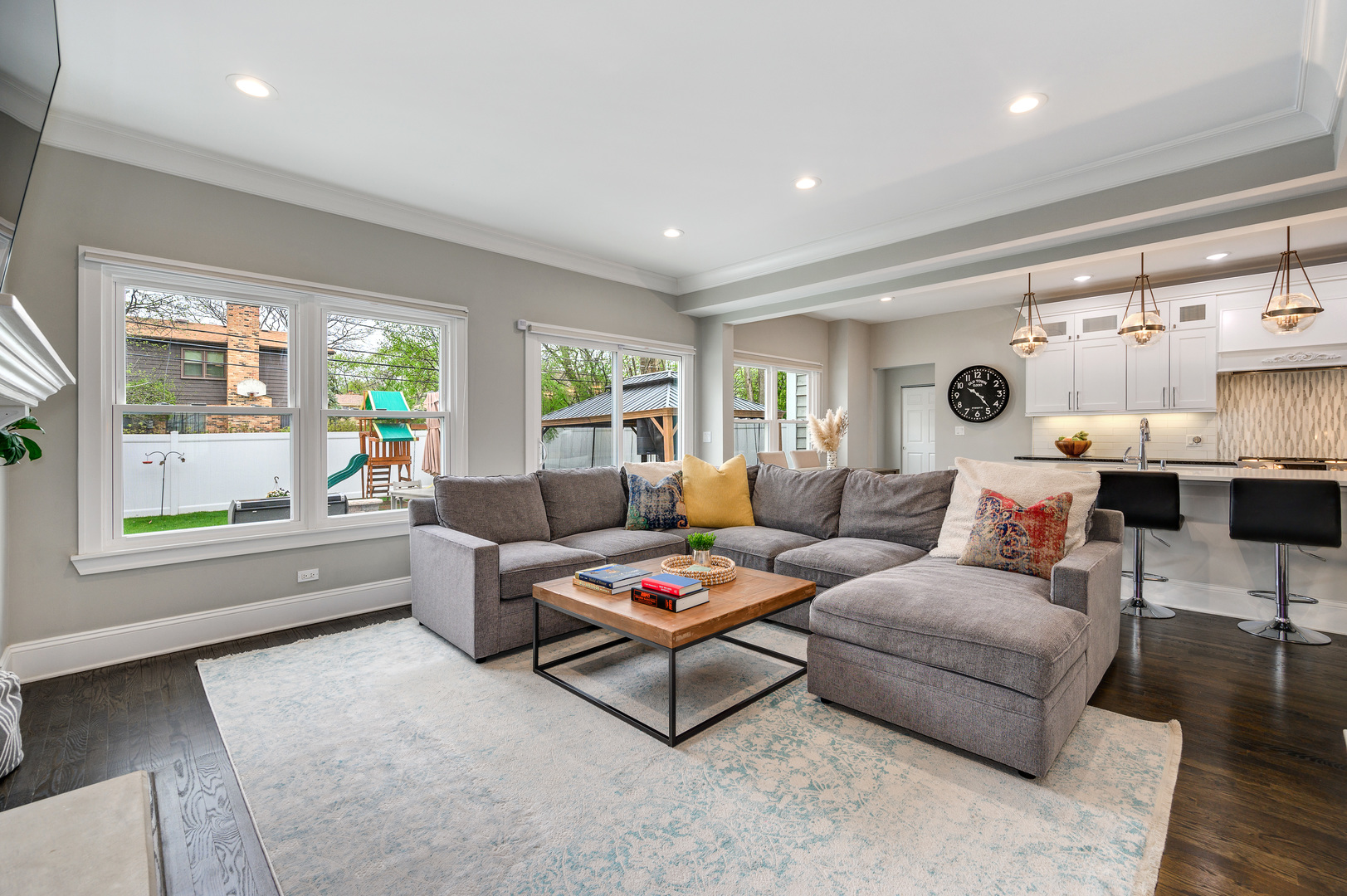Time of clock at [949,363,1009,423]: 10:23
